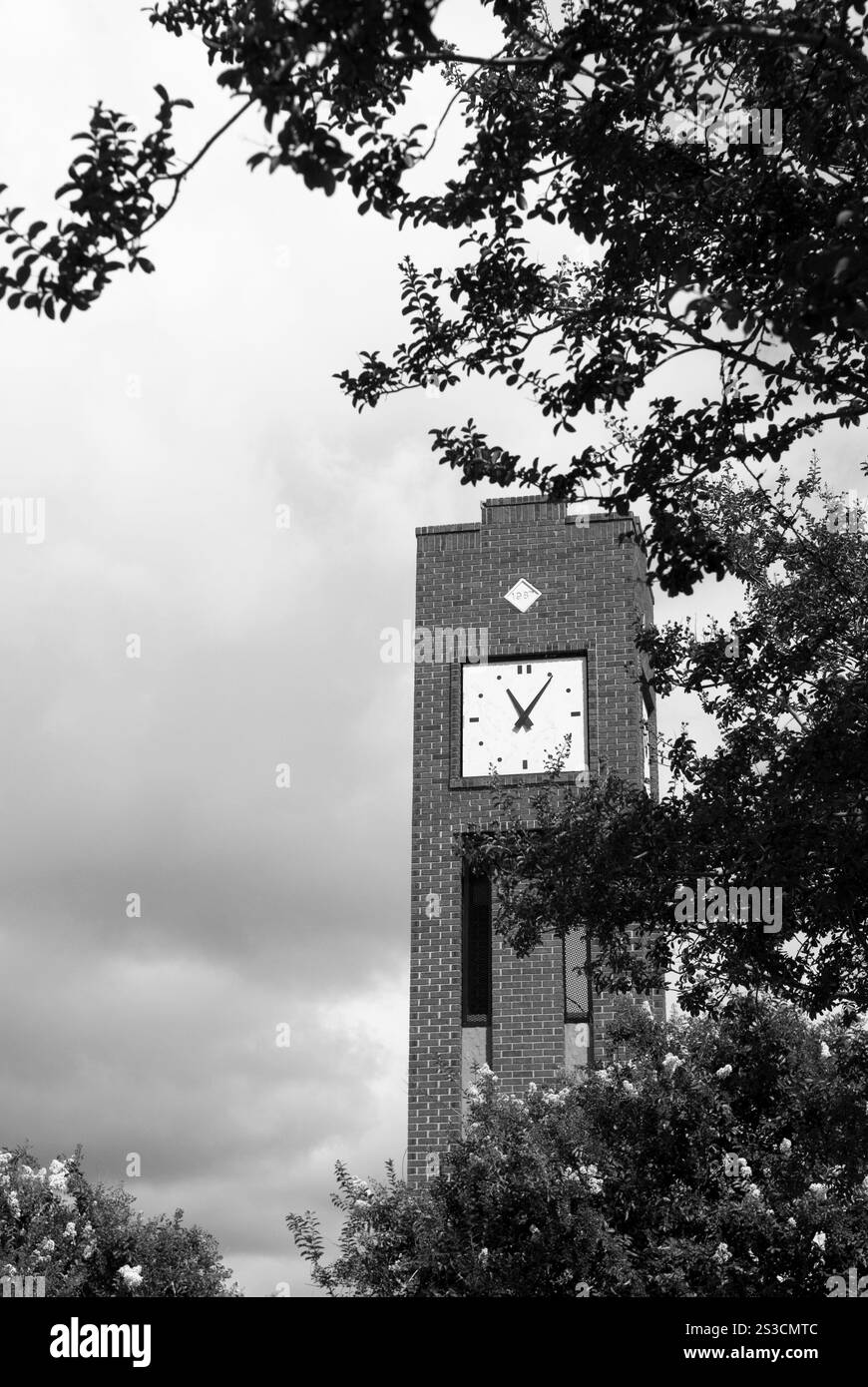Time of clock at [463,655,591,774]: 11:05
